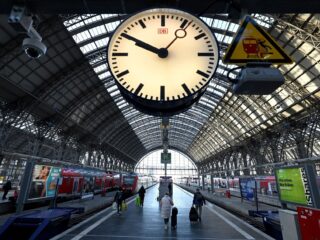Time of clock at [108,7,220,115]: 9:50
